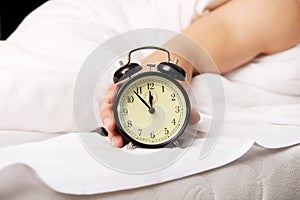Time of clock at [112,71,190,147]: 11:53
